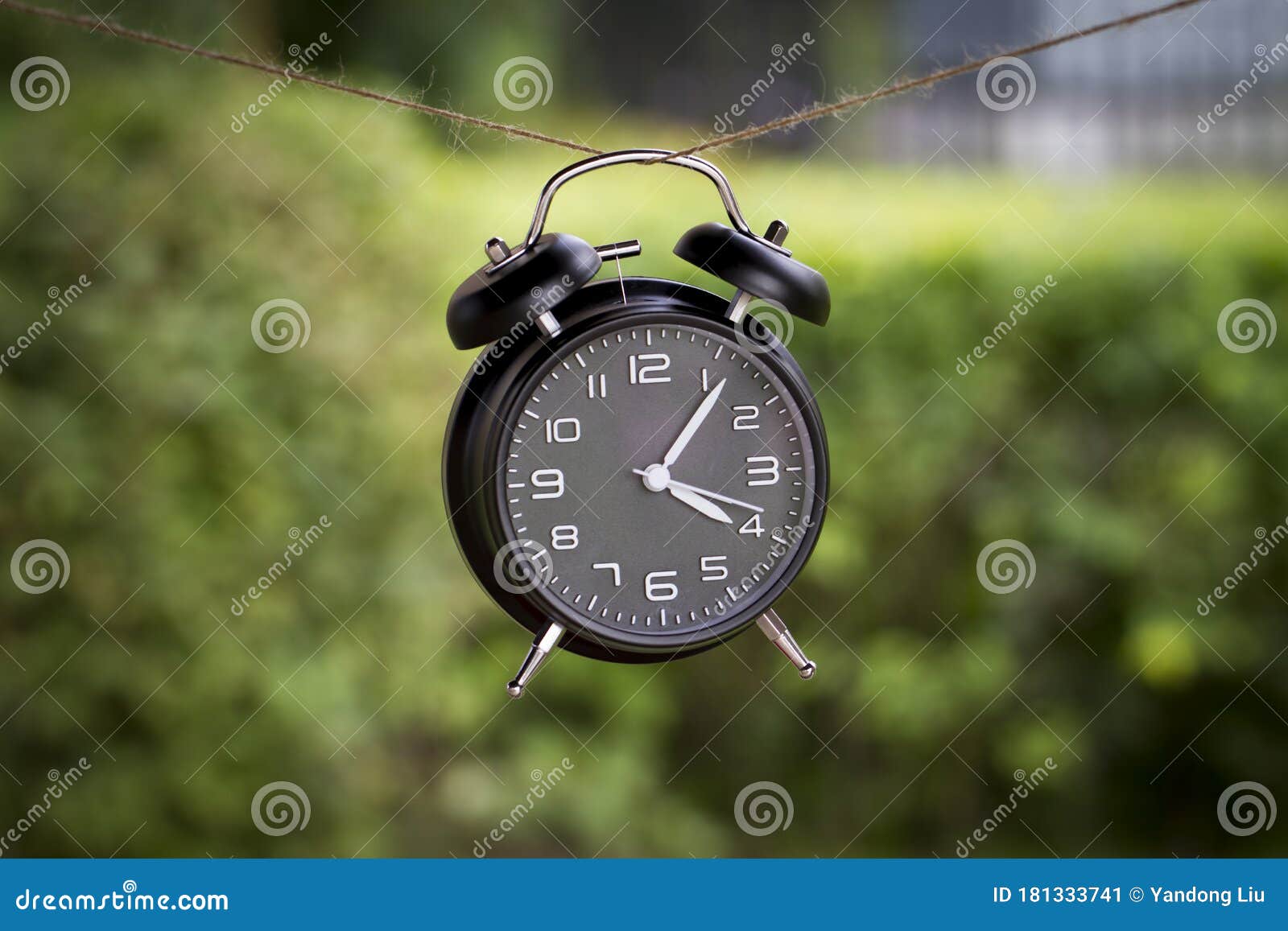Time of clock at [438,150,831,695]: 4:06
